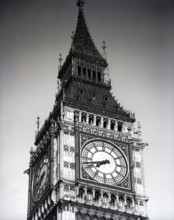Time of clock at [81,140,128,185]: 7:42
